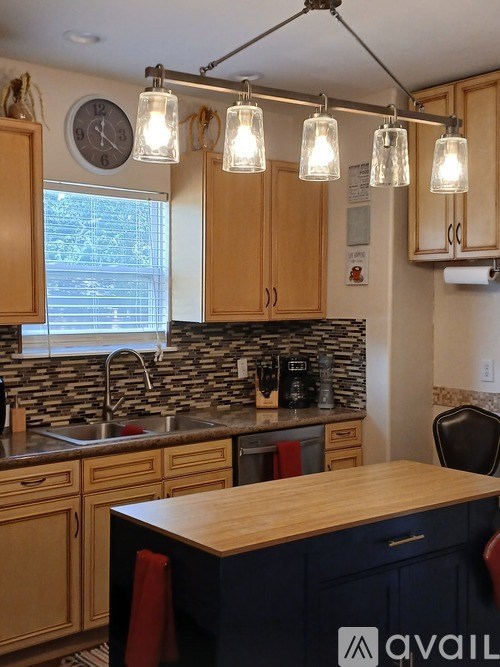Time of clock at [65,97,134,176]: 12:21
